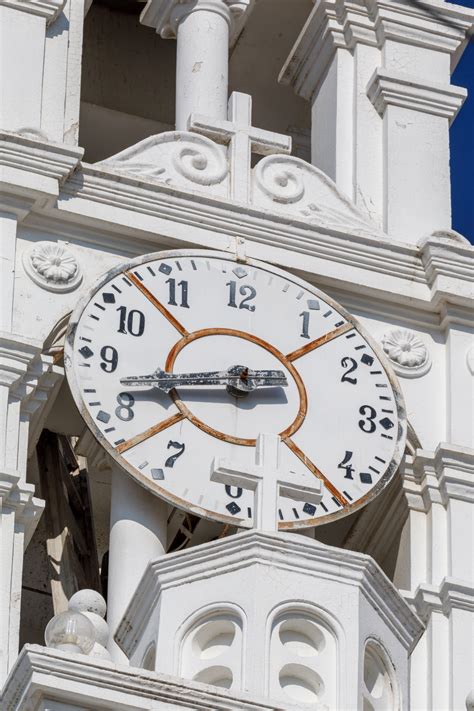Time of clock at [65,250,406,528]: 8:42
